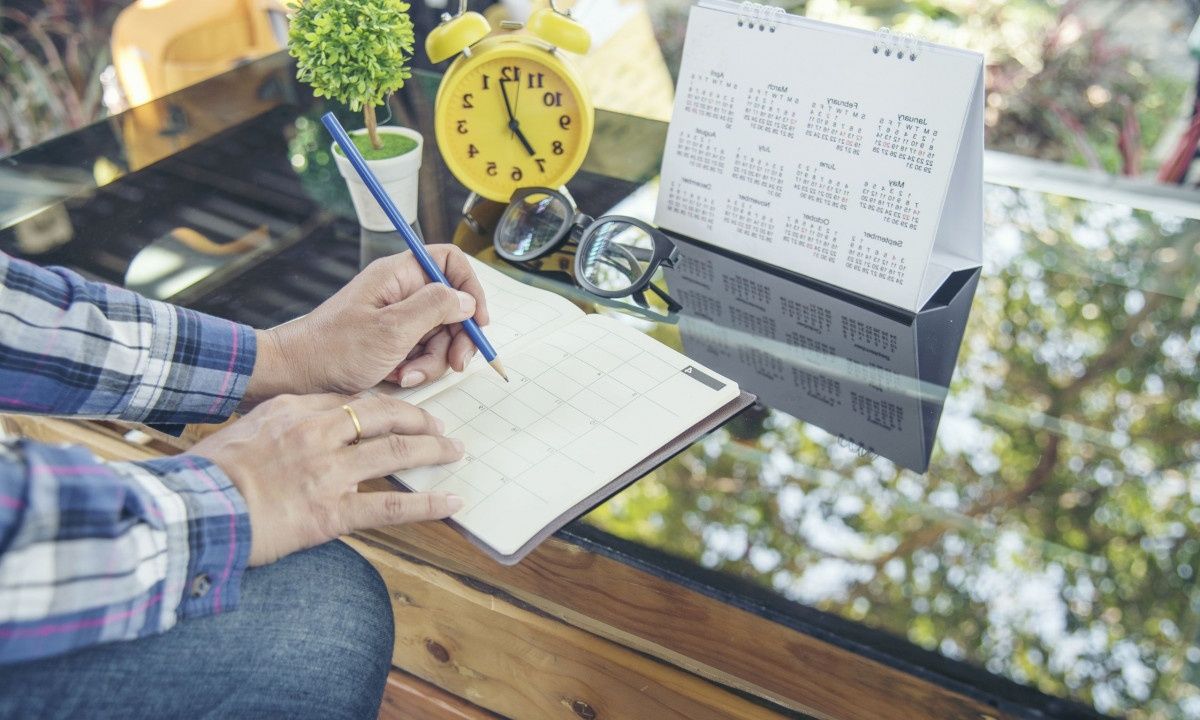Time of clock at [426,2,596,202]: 4:57
